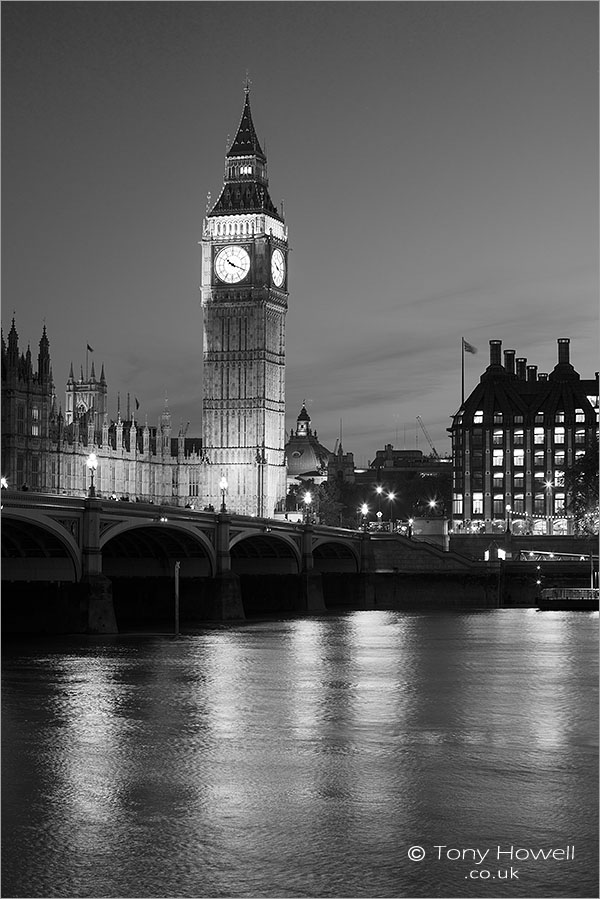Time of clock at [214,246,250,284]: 10:18
